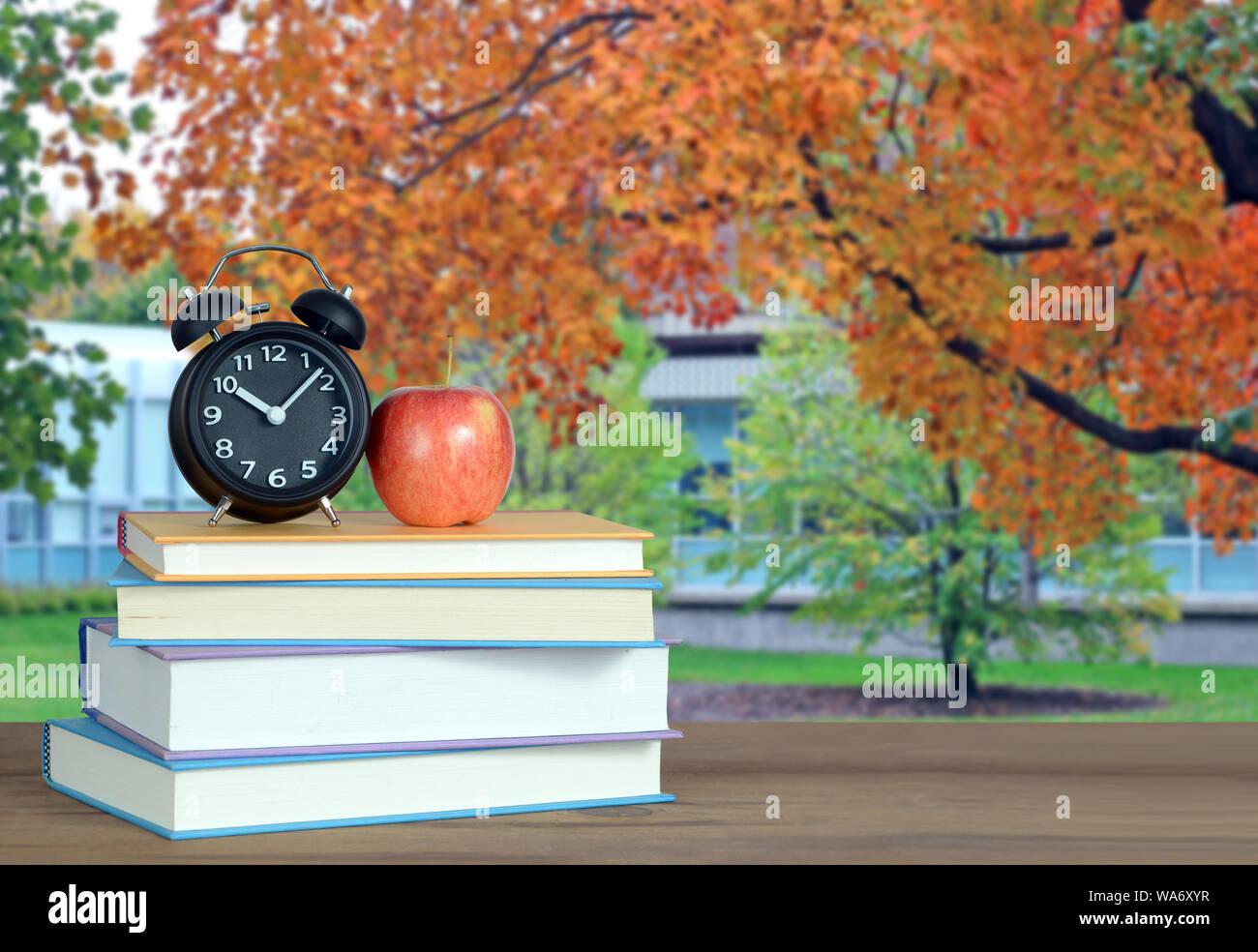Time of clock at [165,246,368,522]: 10:07
